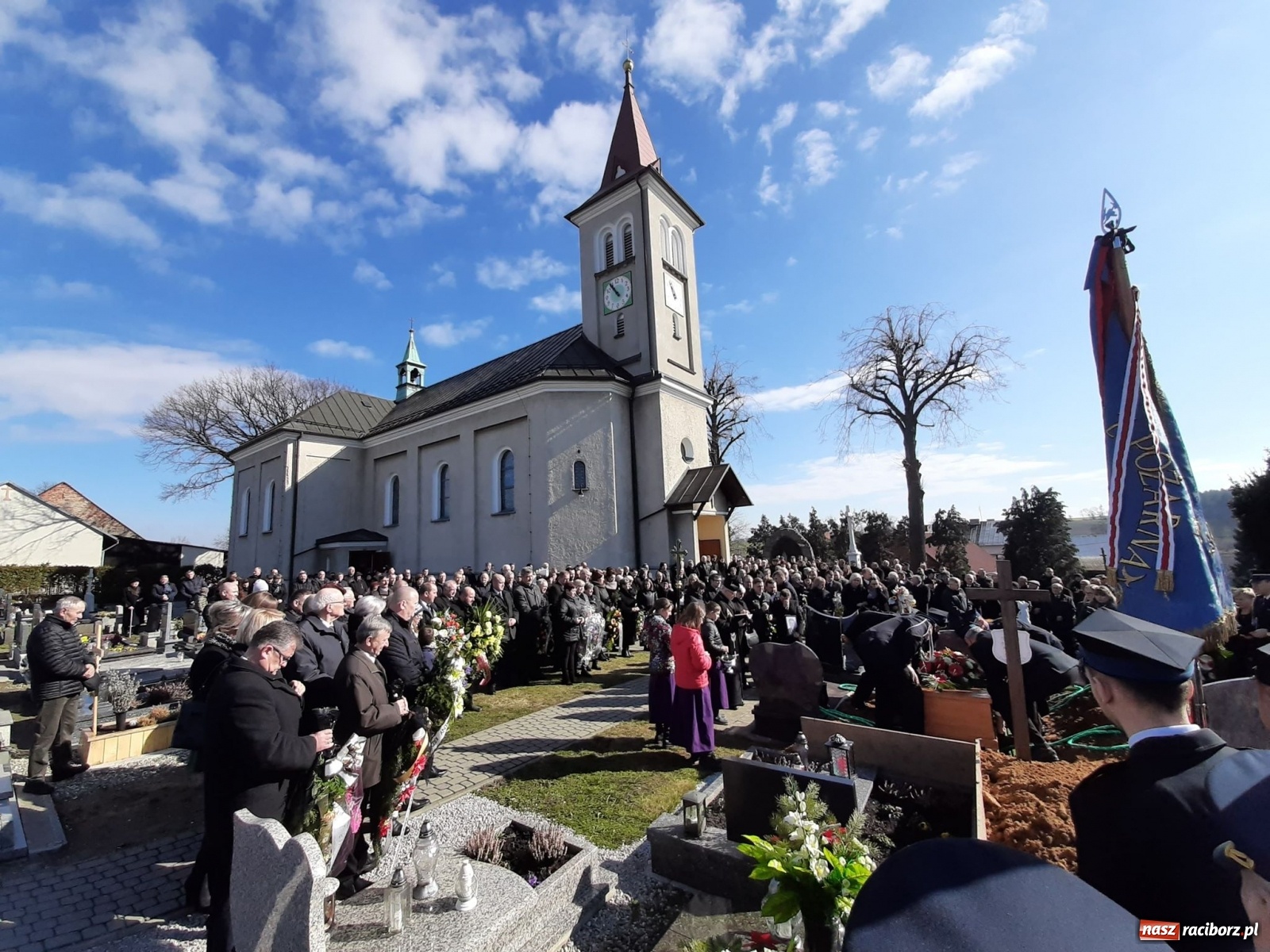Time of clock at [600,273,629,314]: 10:54
